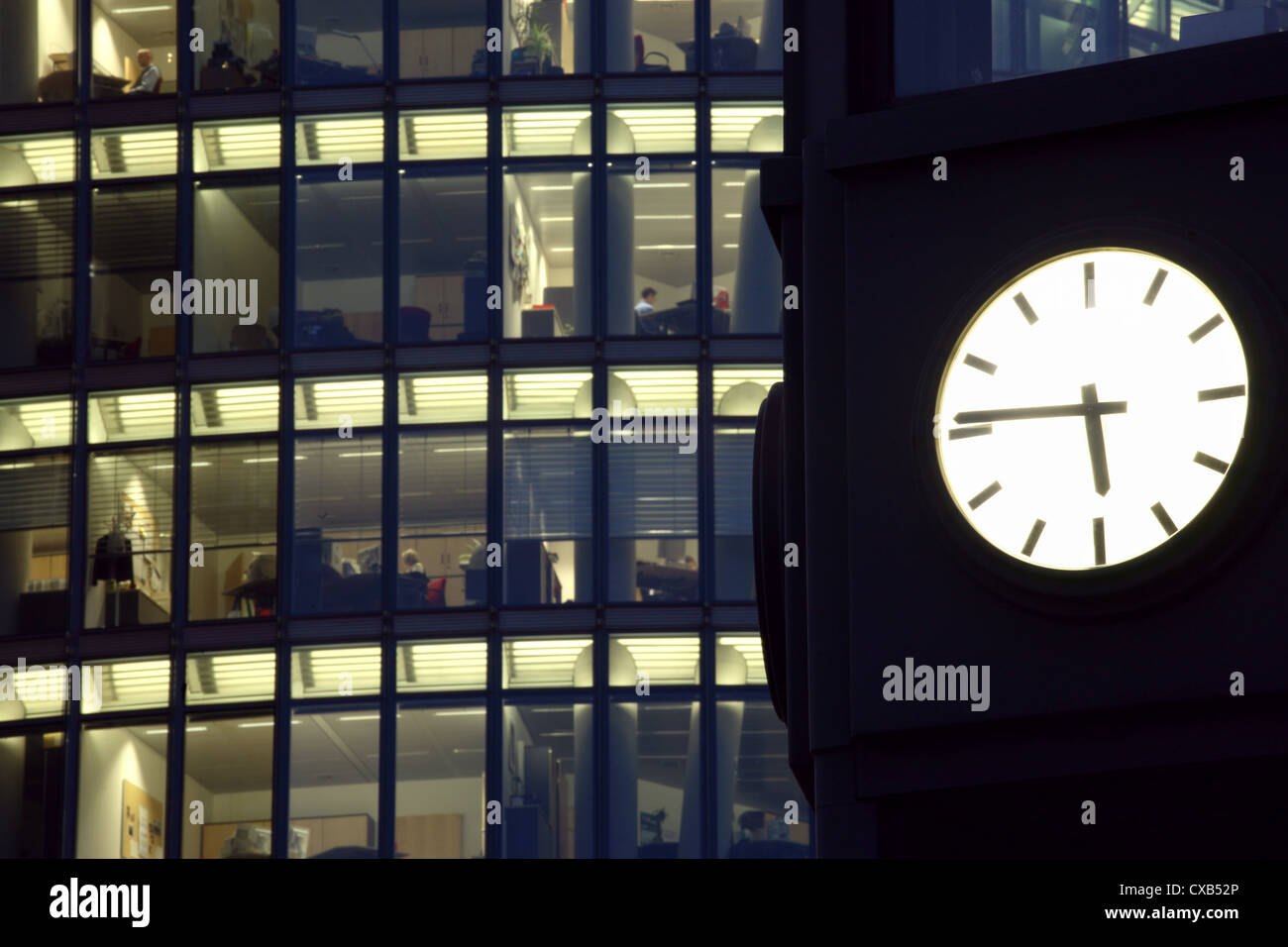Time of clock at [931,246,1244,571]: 5:45
